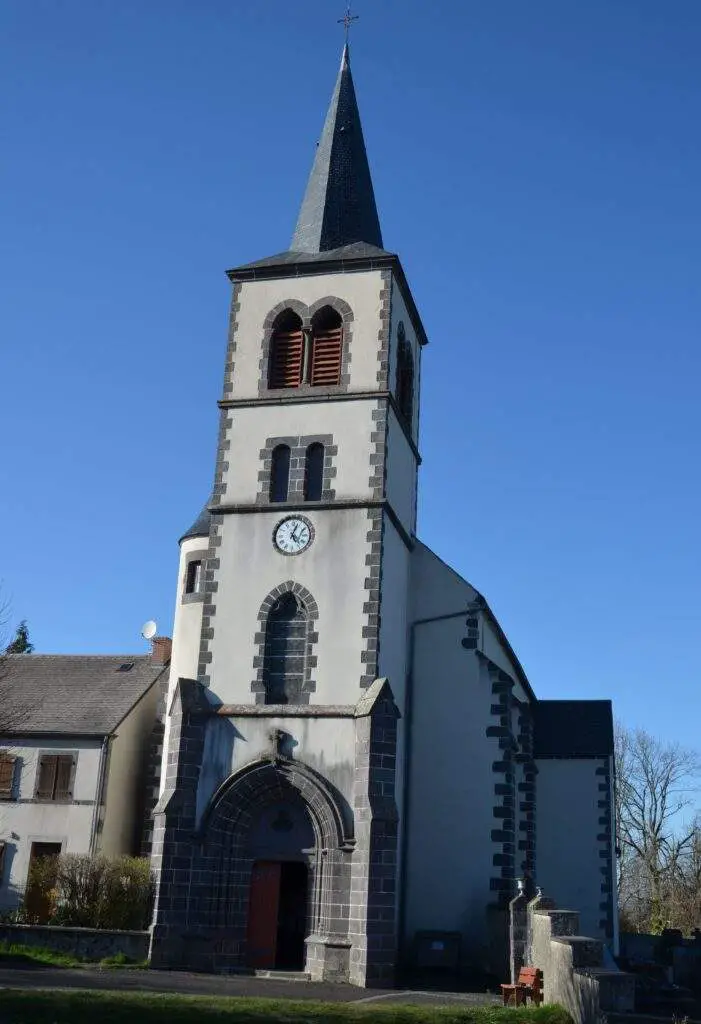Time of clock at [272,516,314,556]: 5:03
